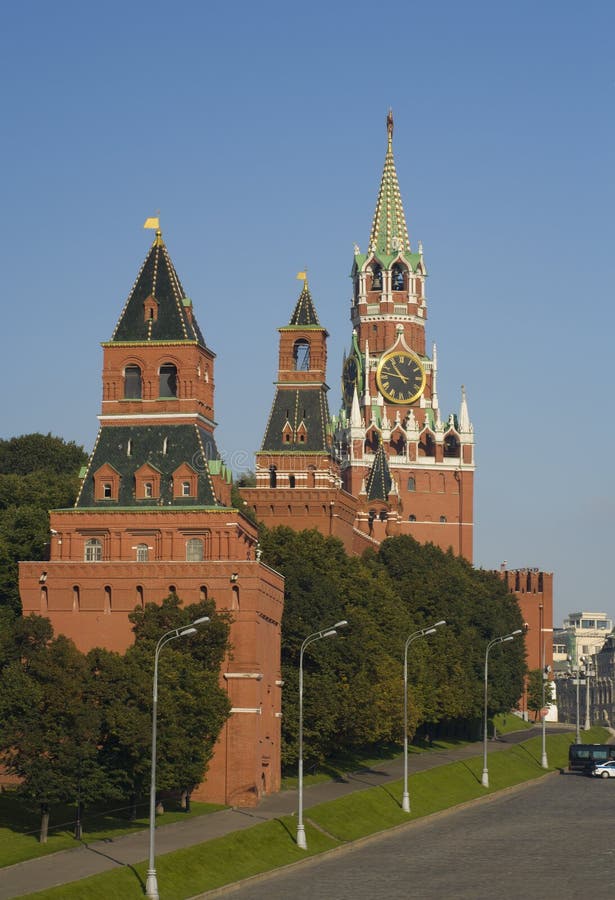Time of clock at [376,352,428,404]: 10:47
